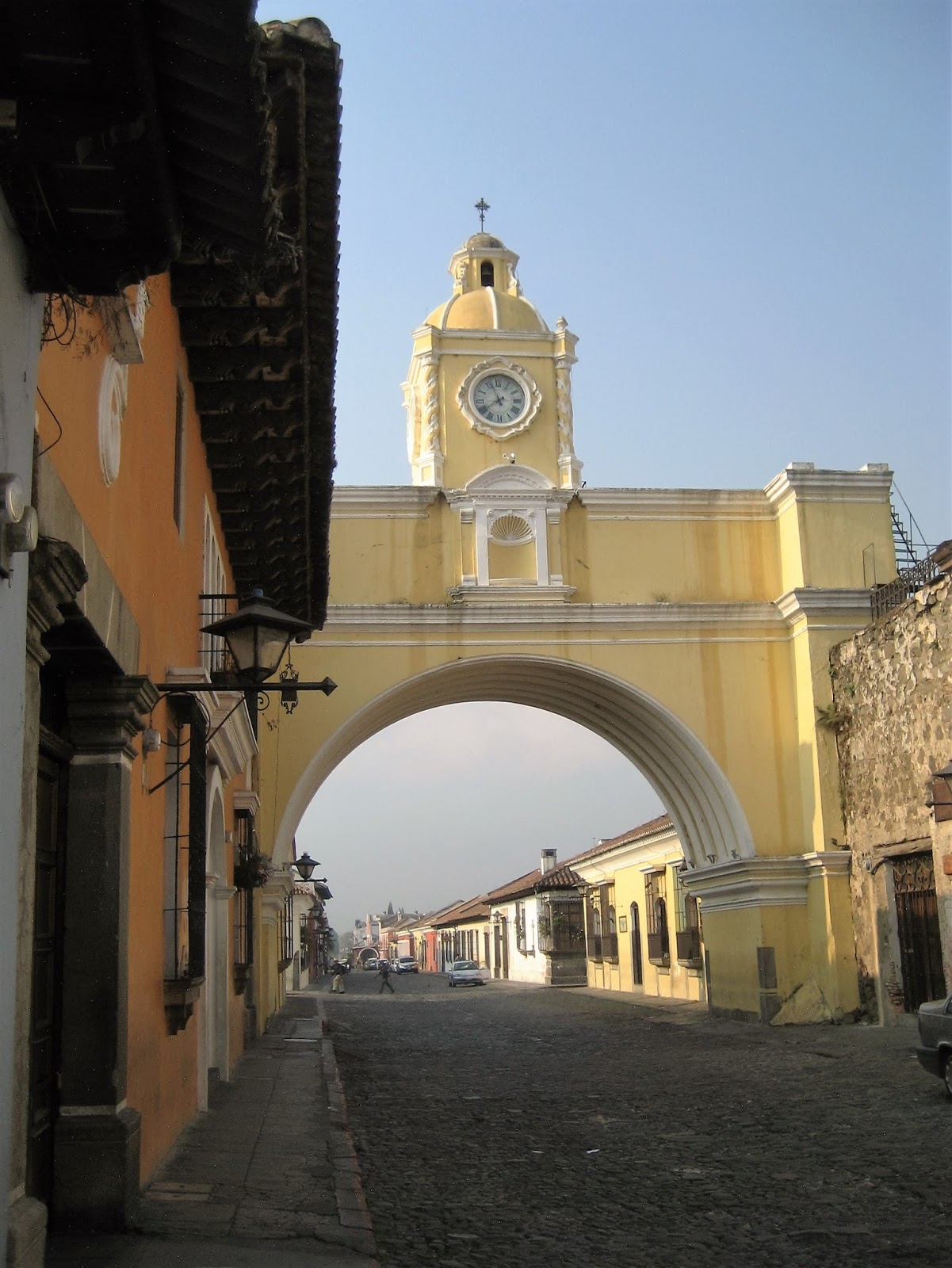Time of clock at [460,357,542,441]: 7:57
